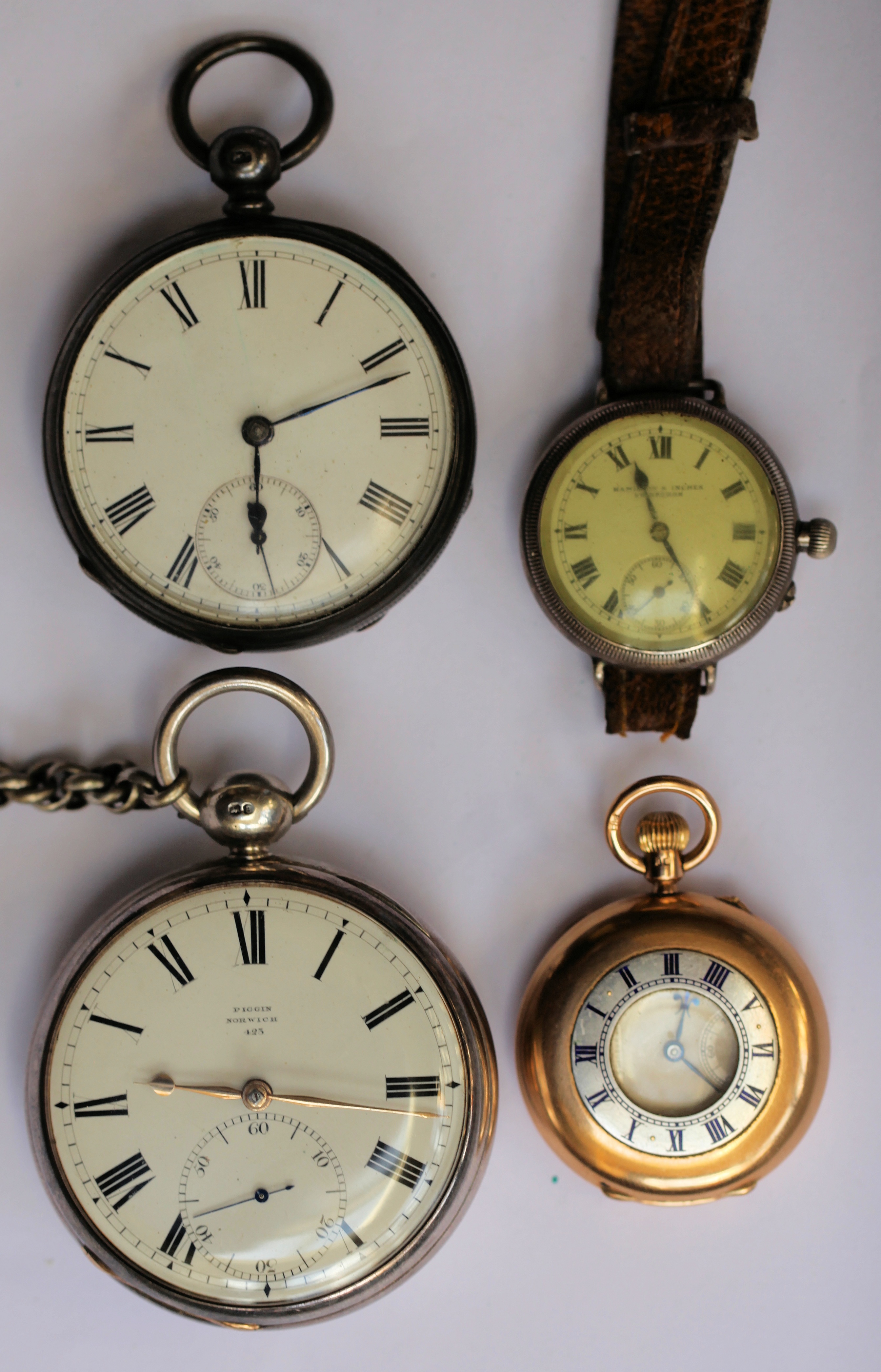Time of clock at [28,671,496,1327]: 9:16
